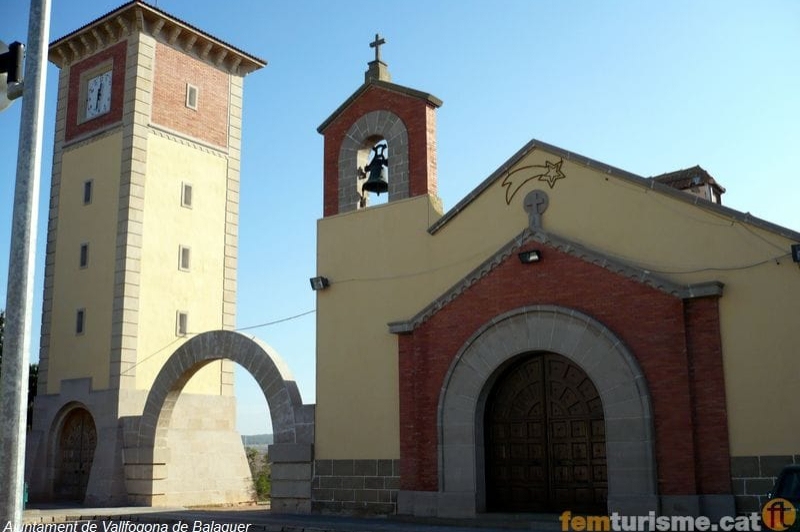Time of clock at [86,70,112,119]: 12:32
